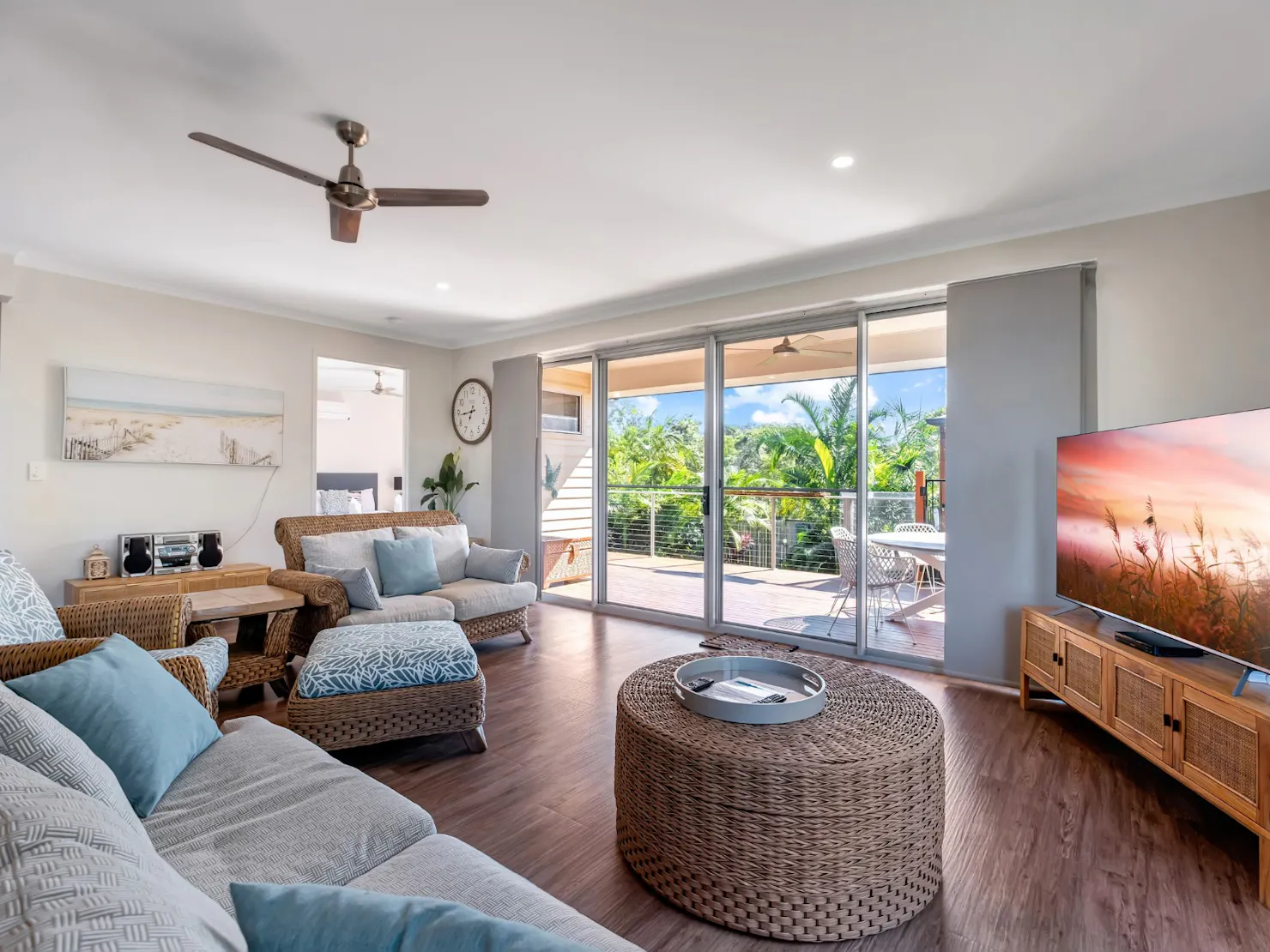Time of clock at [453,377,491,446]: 6:43
